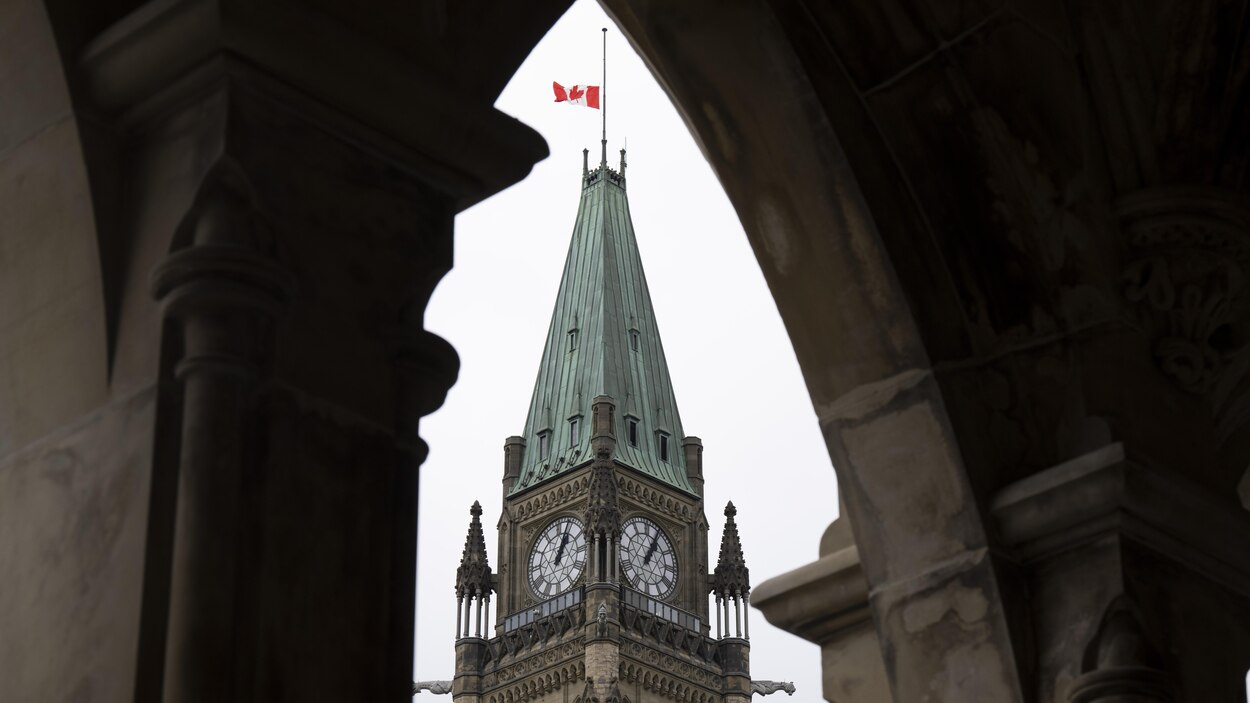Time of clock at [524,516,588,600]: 1:03
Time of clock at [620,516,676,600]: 1:03
